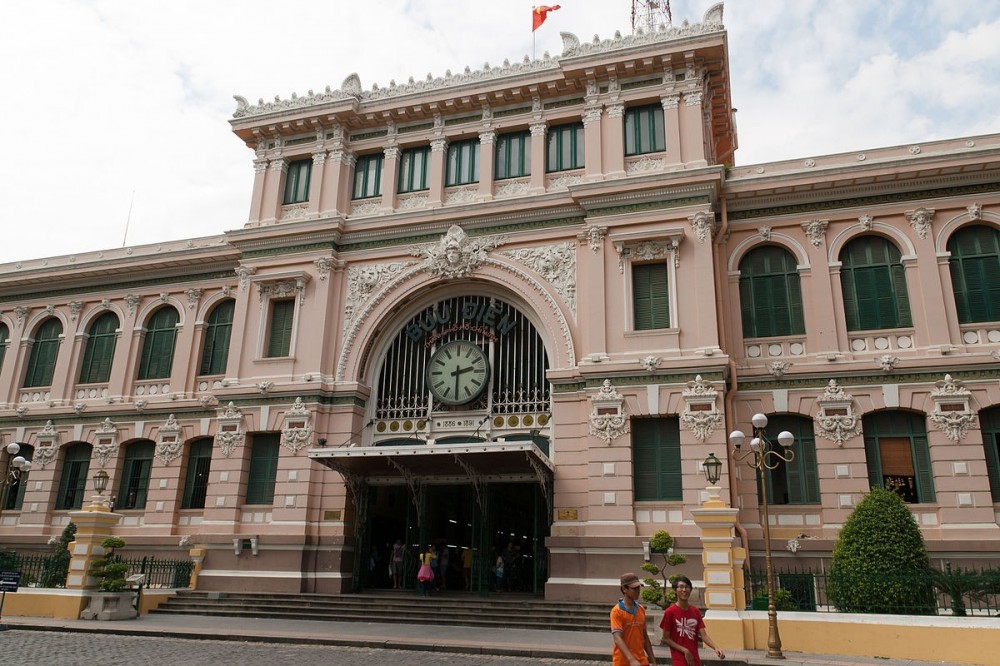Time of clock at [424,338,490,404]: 2:30
